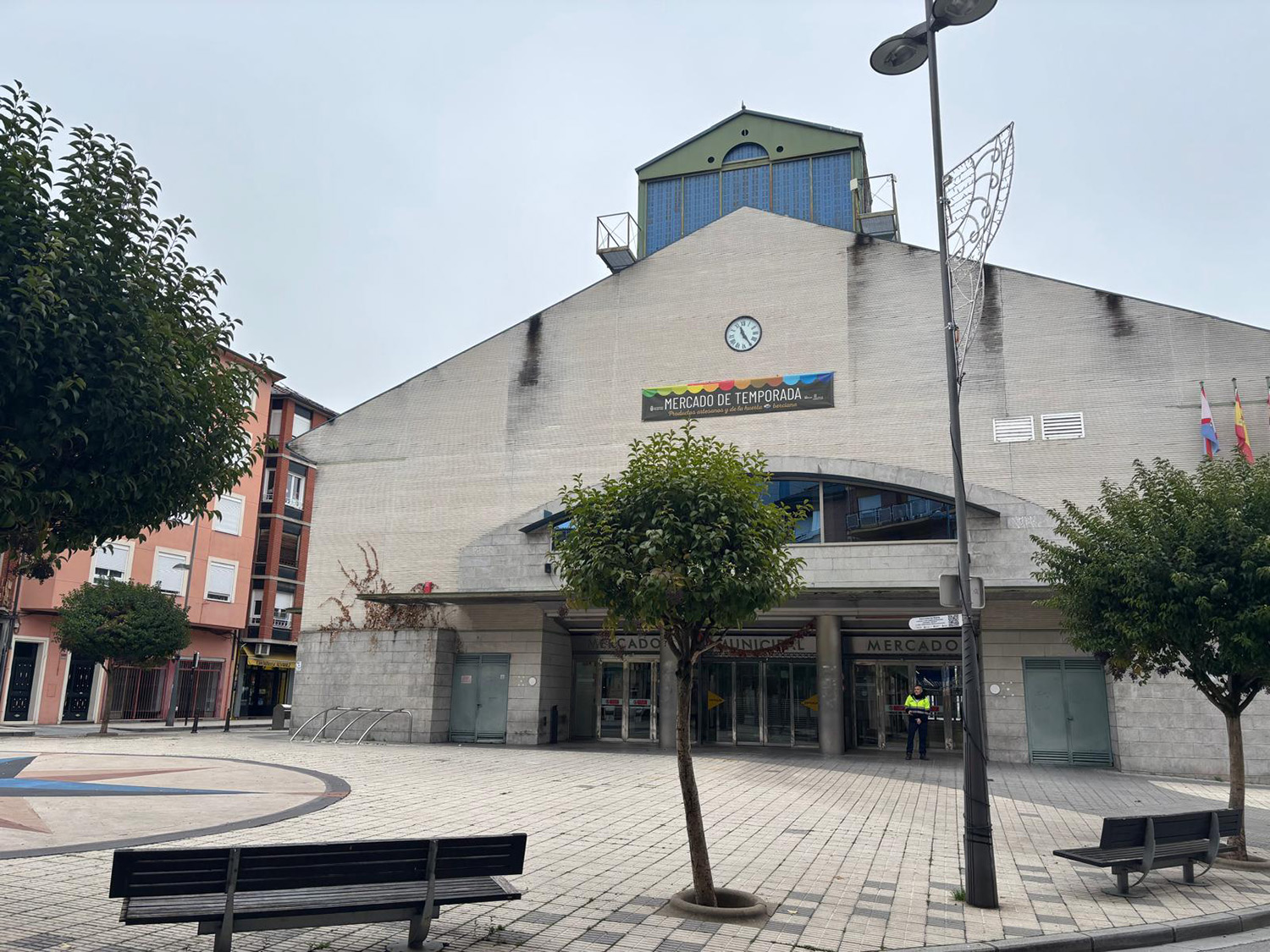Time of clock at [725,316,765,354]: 11:24
